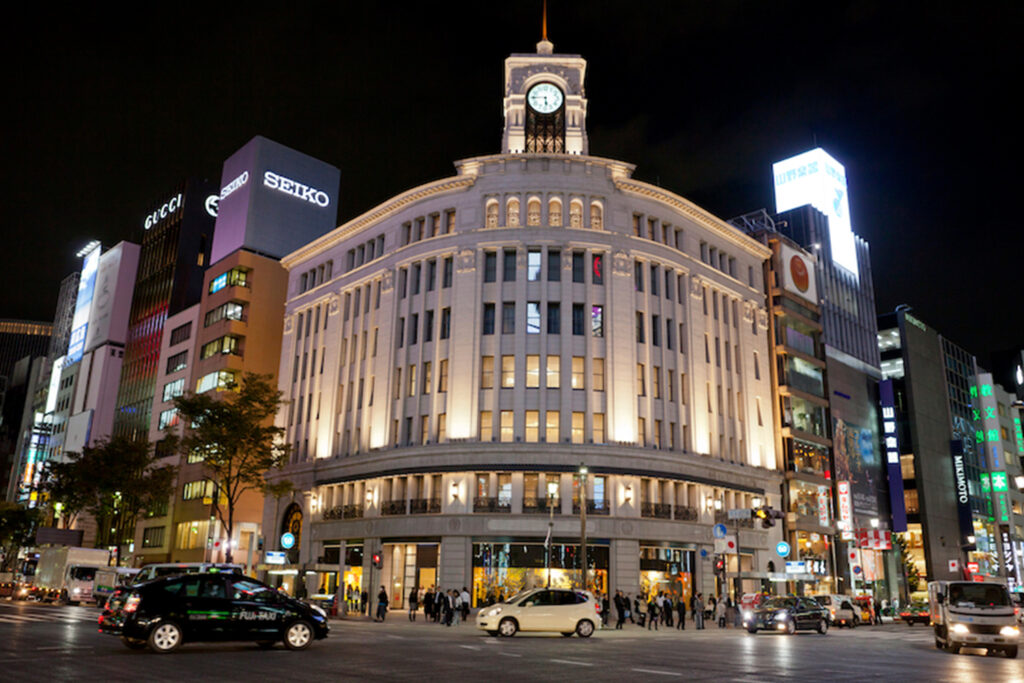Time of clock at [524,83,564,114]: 5:45
